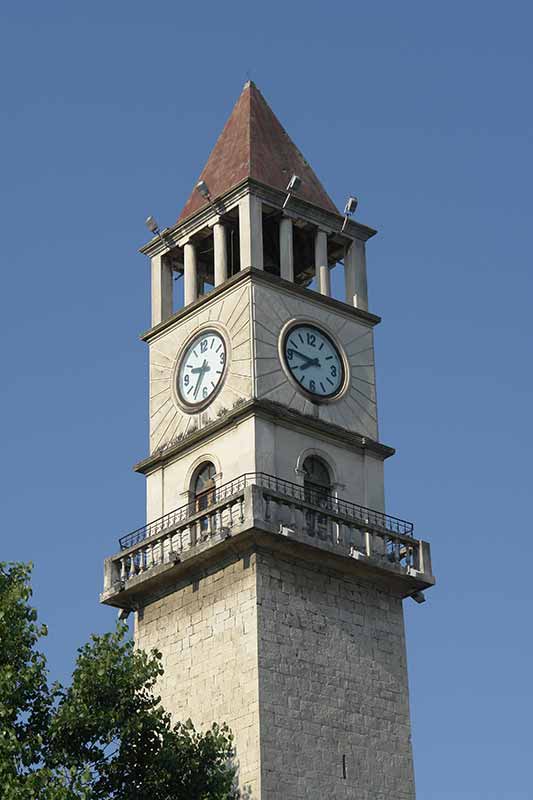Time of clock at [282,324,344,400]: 7:46
